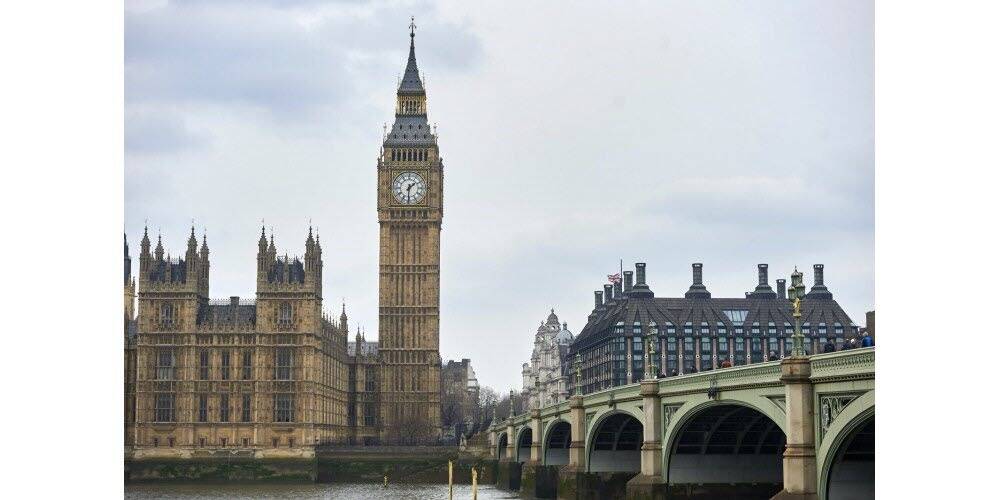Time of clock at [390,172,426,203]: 1:30
